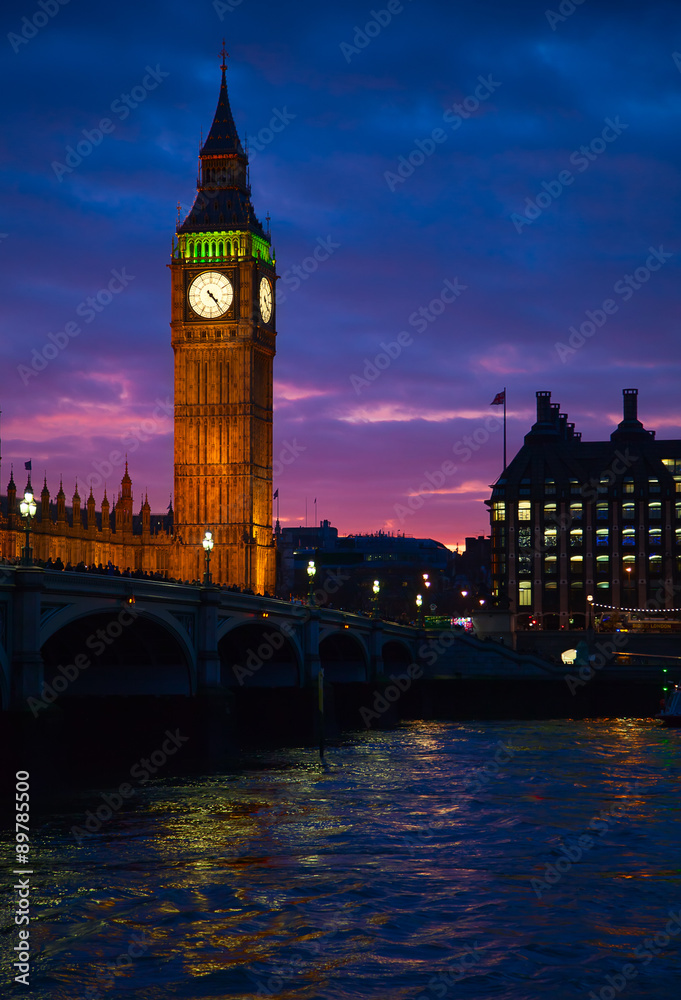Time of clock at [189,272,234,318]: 4:23
